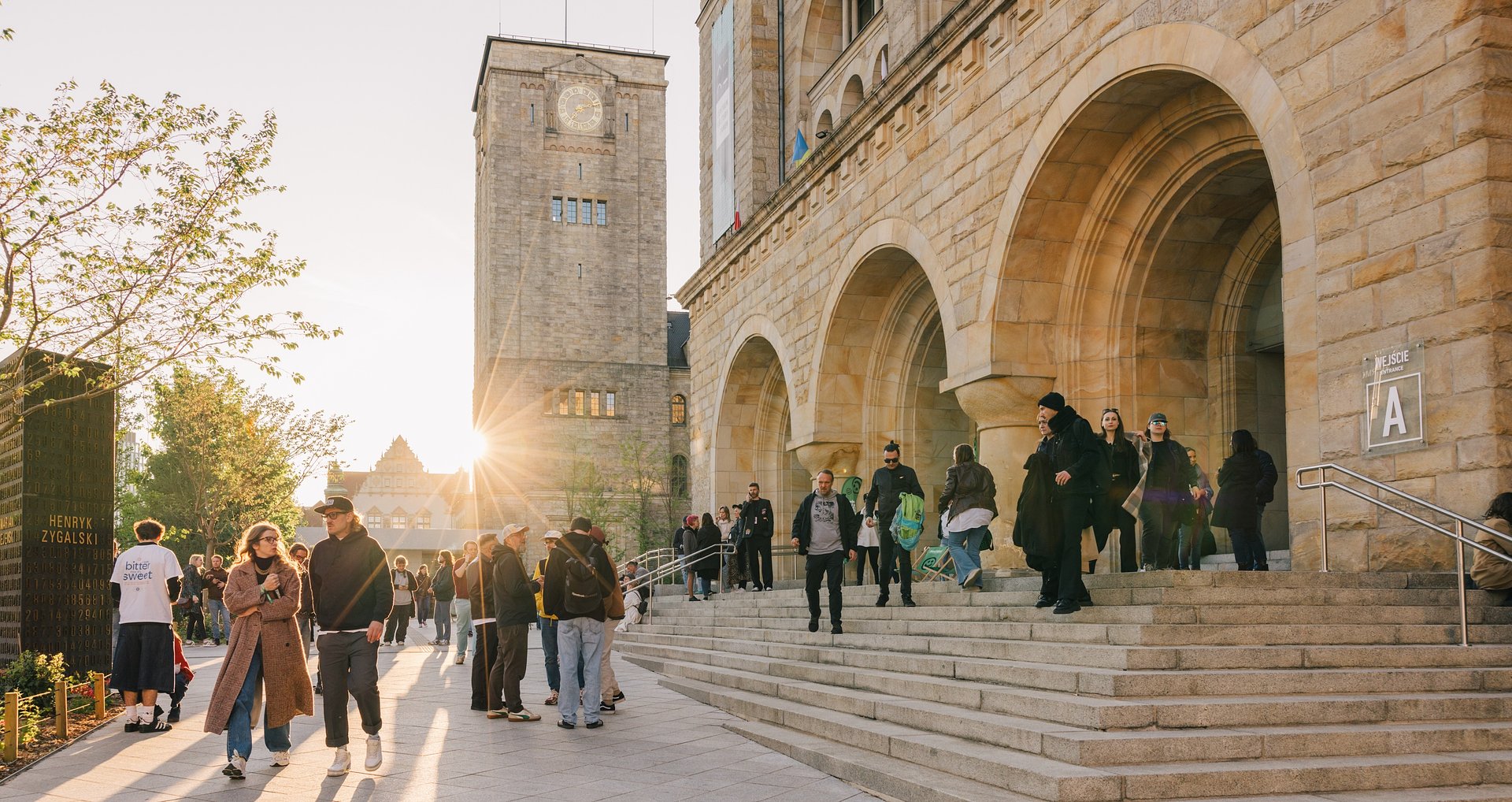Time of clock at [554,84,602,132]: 2:37
